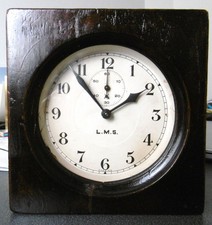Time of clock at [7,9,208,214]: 1:53
